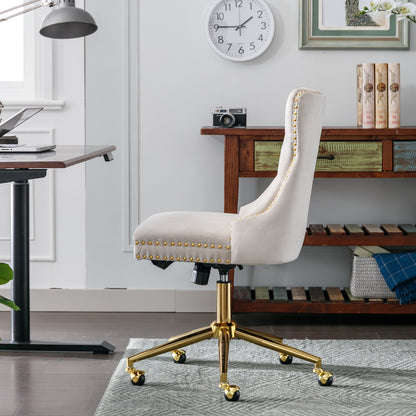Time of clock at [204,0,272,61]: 1:45
